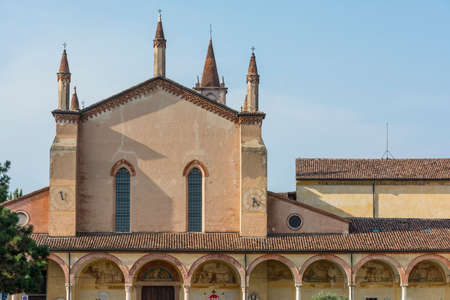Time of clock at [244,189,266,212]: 4:31
